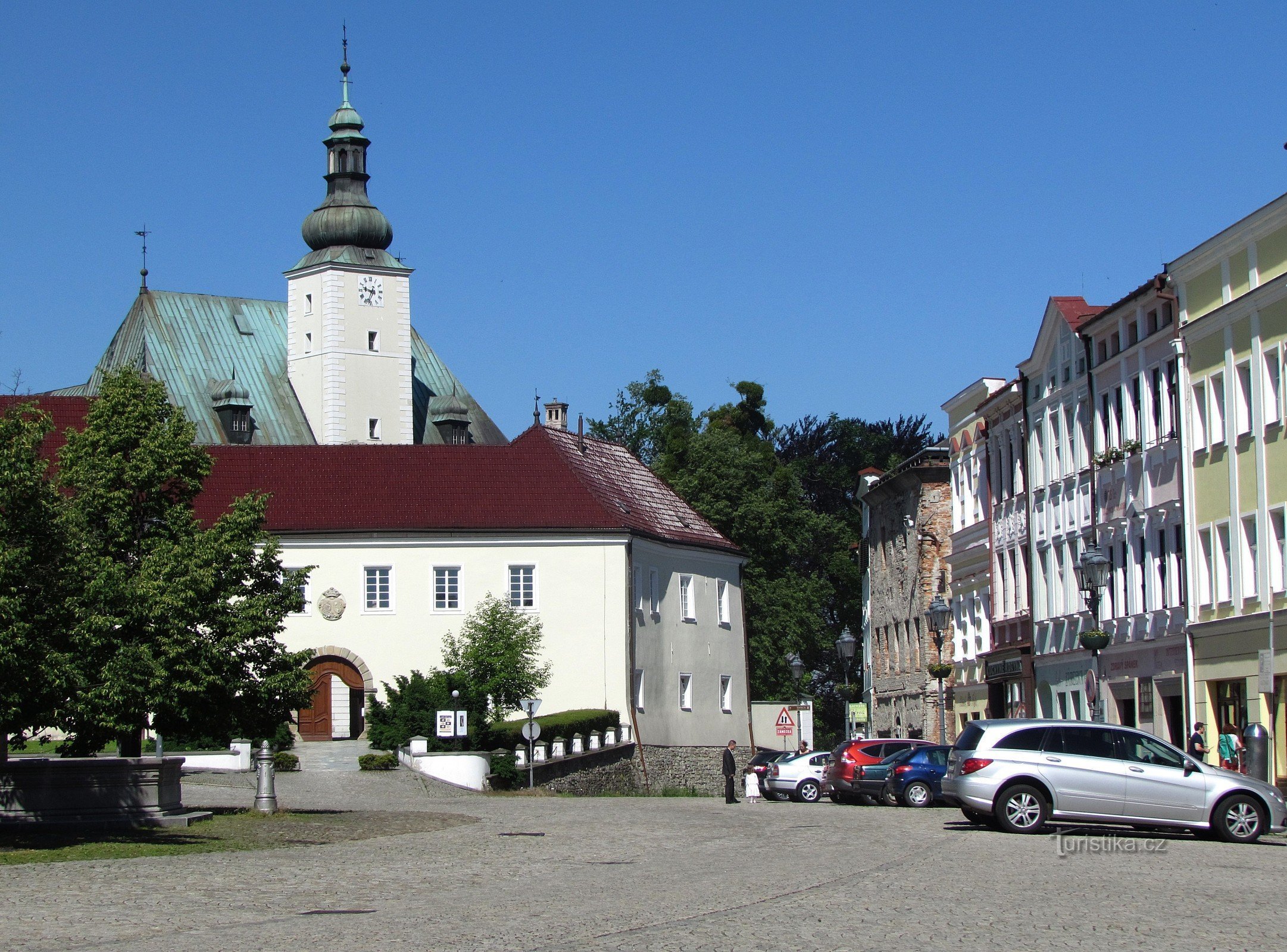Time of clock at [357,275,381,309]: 9:34
